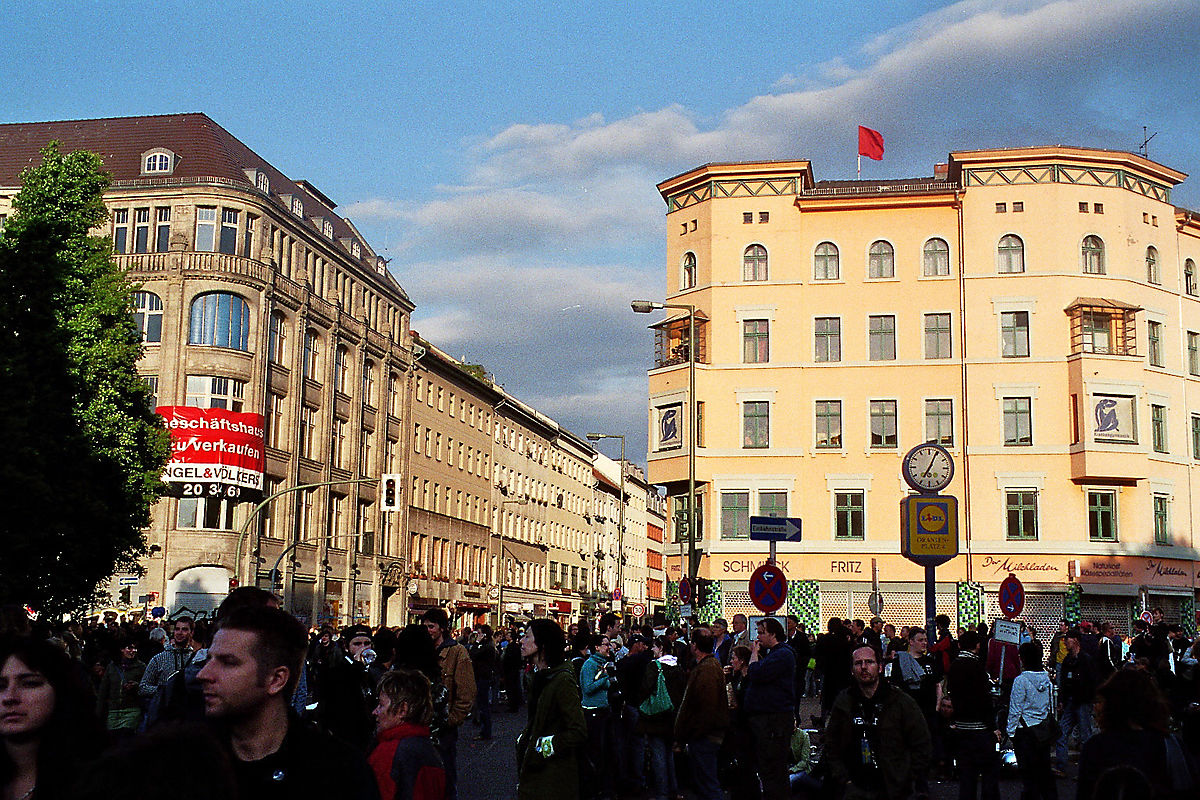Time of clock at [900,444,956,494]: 7:04
